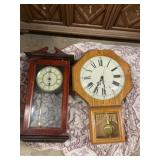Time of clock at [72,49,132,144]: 5:35
